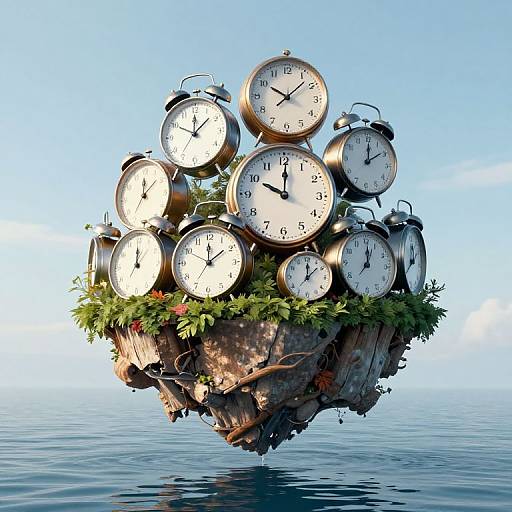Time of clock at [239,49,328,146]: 10:07
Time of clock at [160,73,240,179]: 12:08
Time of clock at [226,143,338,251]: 10:00
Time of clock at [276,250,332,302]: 12:07
